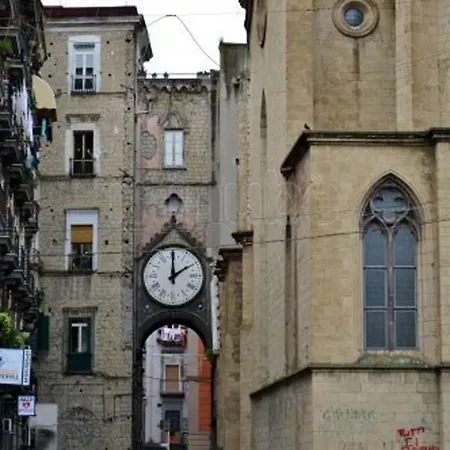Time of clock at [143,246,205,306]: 2:00
